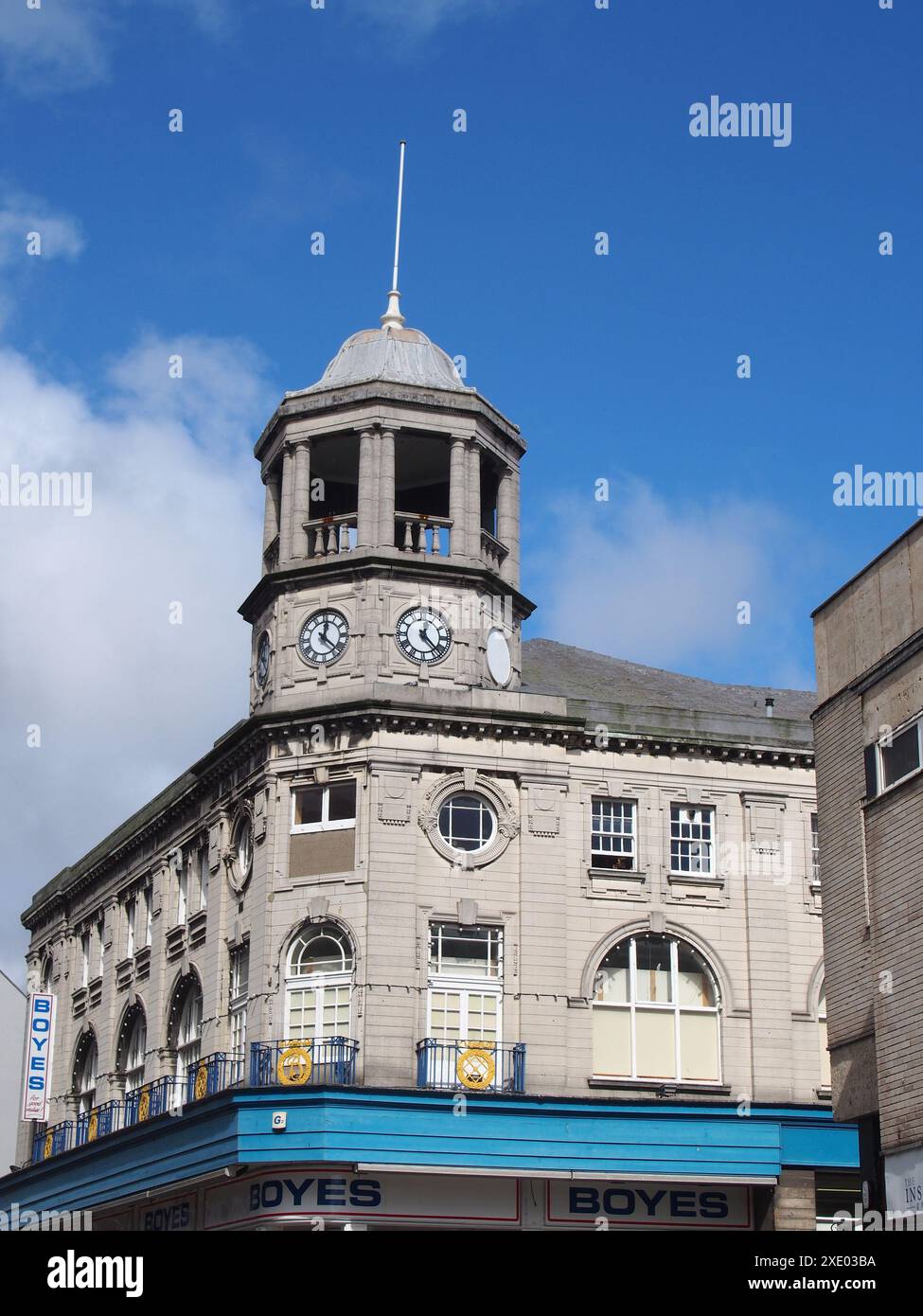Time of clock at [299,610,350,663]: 12:21
